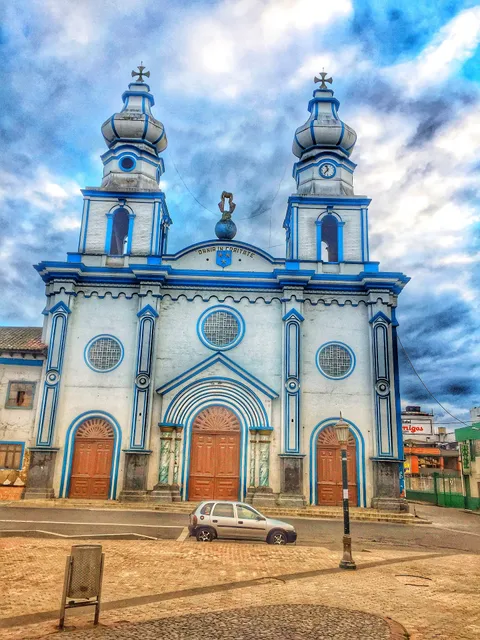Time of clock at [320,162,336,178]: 11:36
